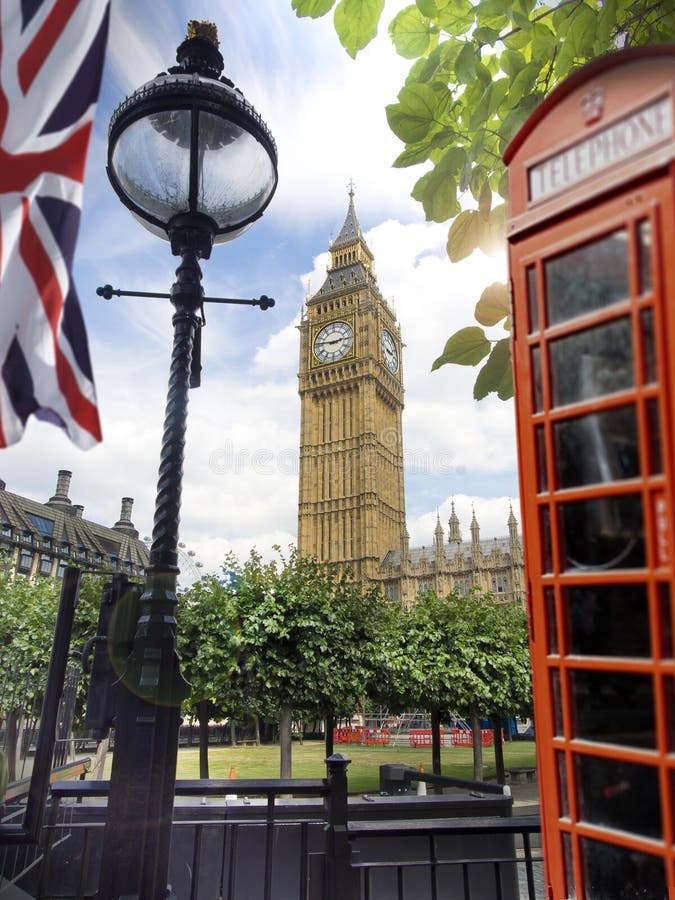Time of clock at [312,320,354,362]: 2:46
